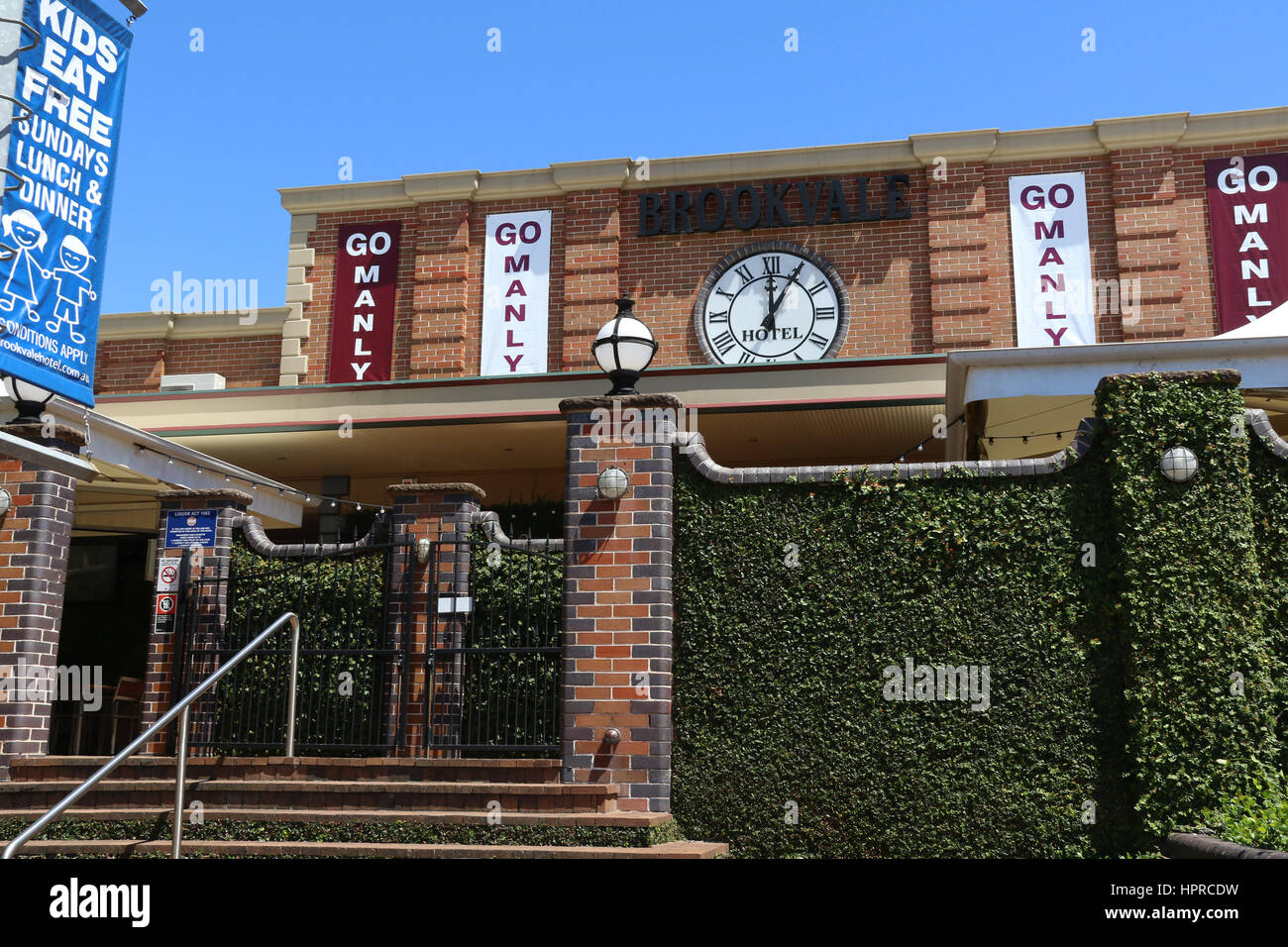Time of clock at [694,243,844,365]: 12:05
